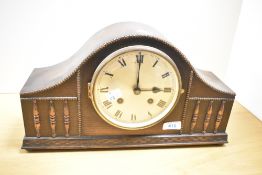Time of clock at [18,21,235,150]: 3:00
